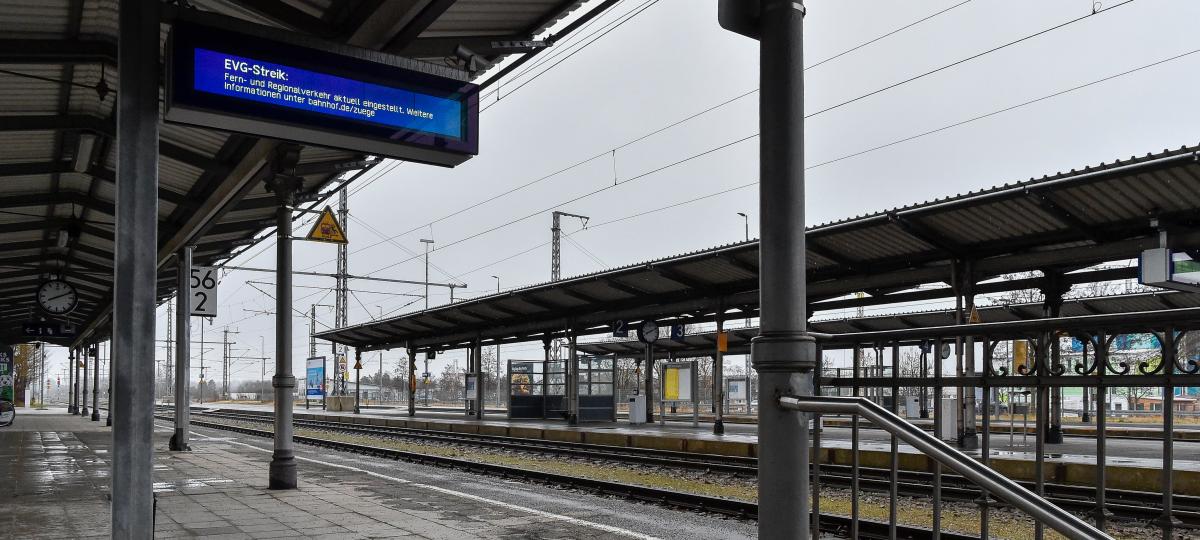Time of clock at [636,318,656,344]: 8:11
